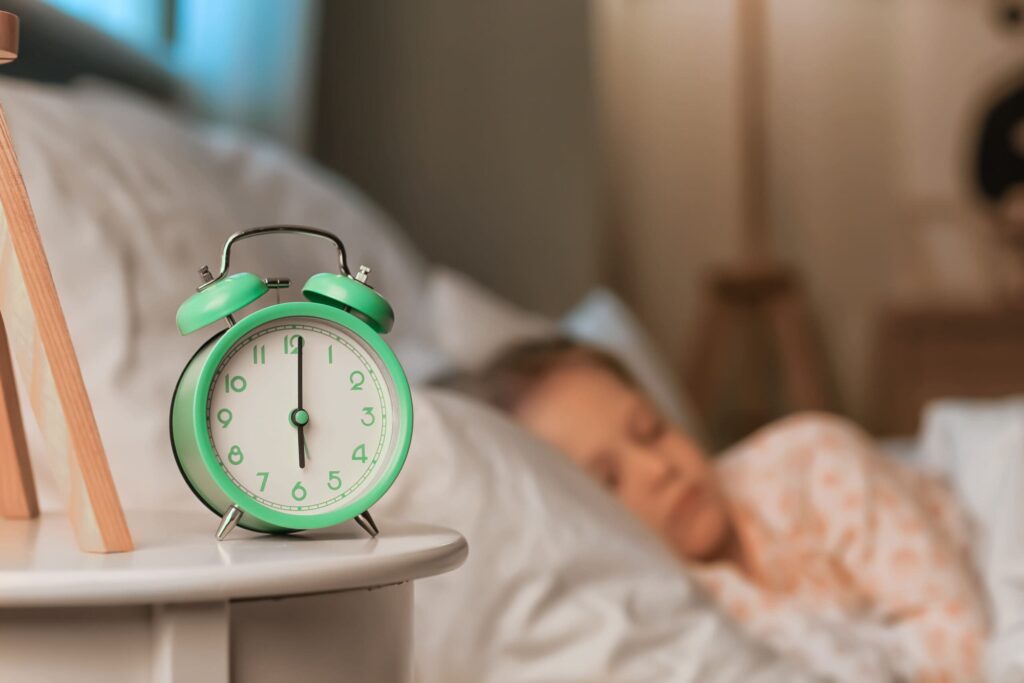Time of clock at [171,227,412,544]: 6:00
